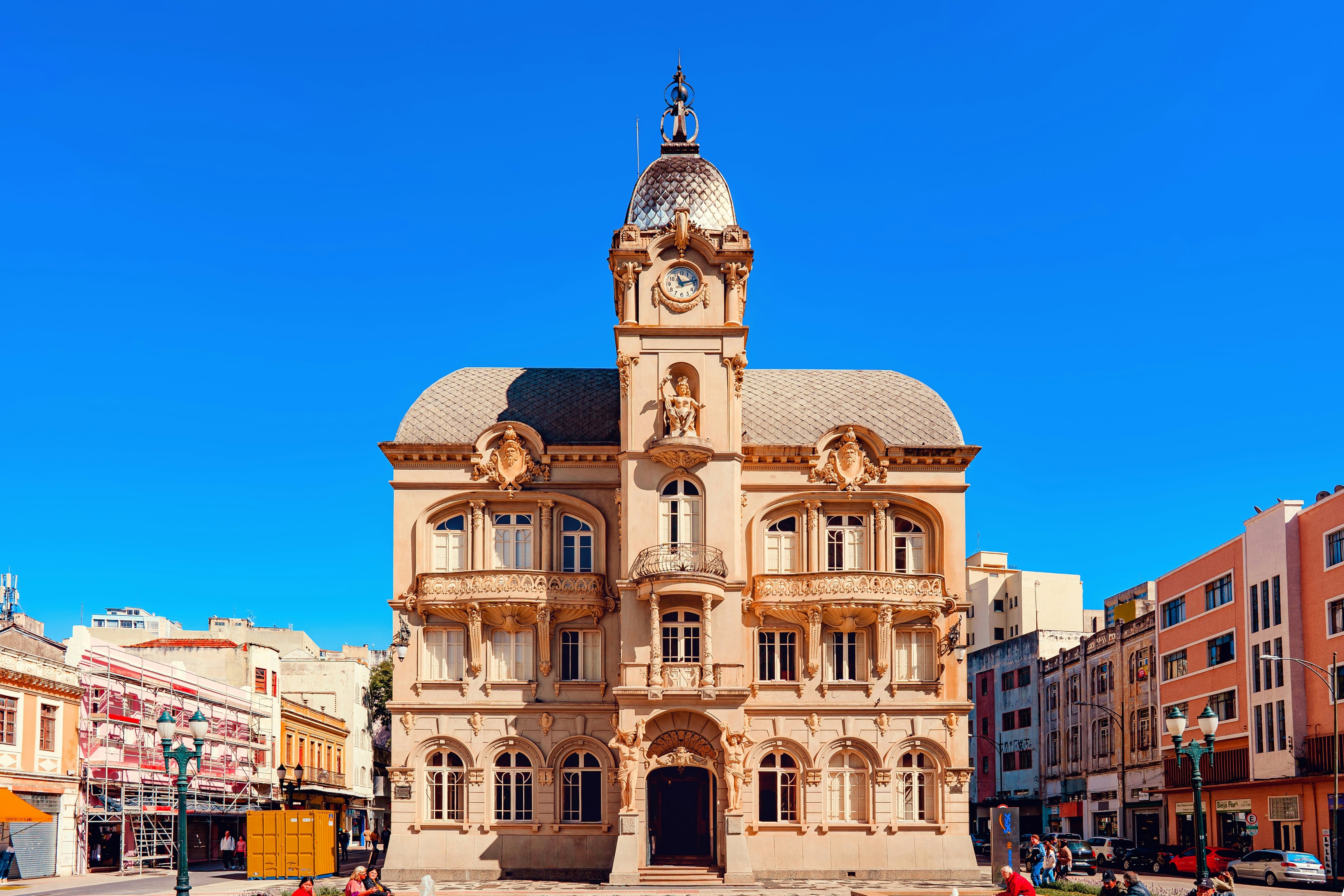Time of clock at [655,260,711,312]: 11:12
